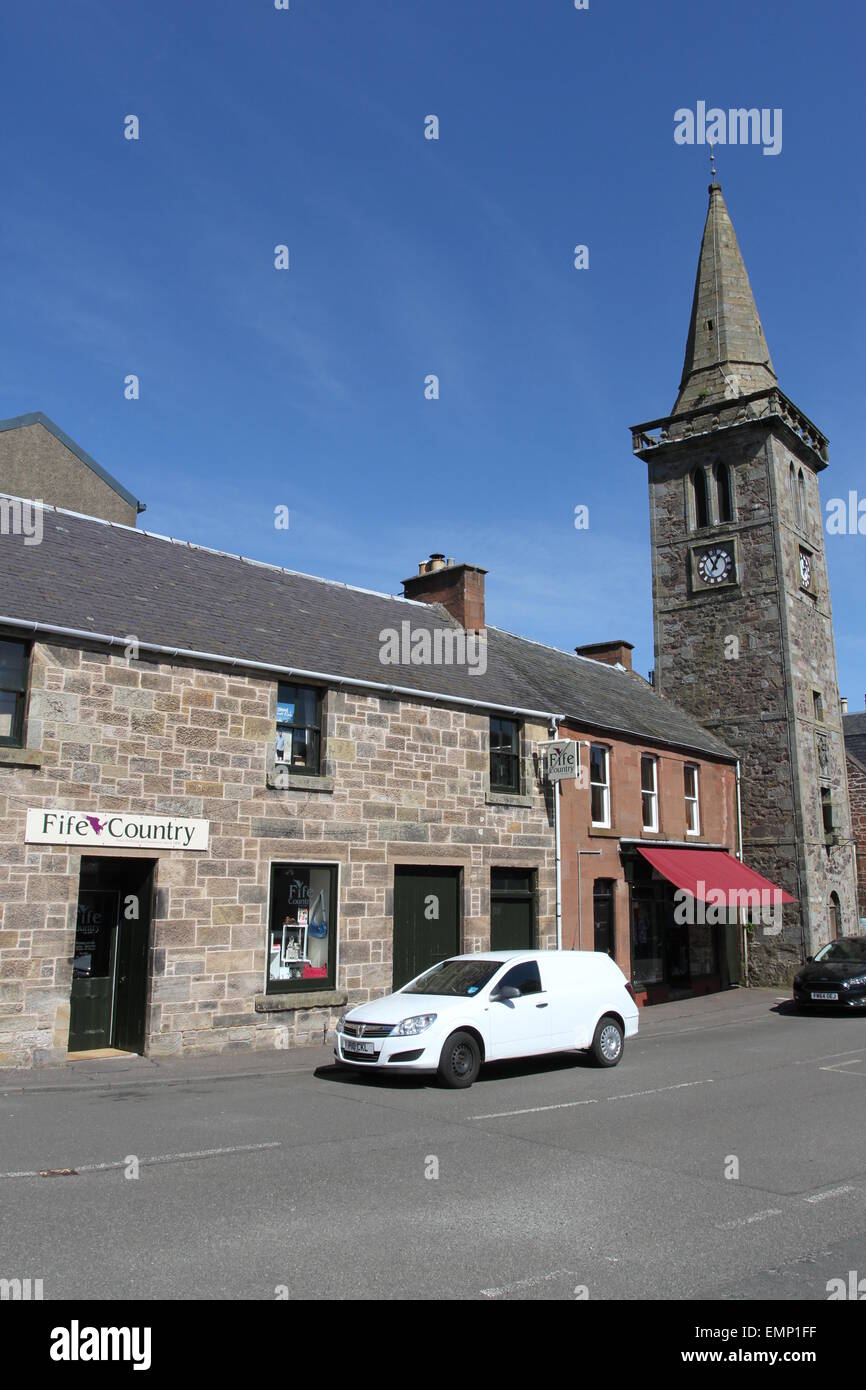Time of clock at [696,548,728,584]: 12:55
